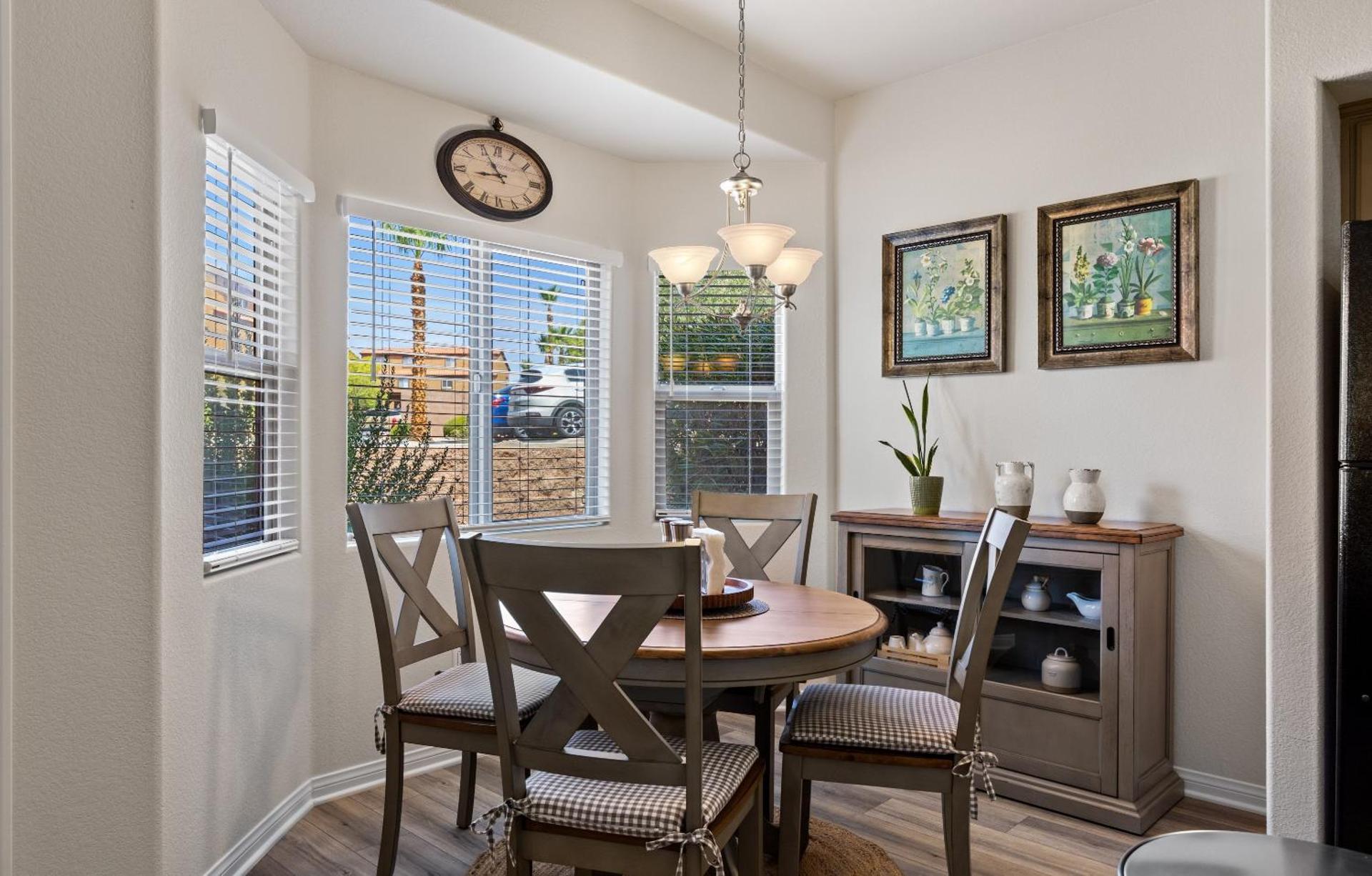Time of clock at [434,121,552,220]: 8:55
